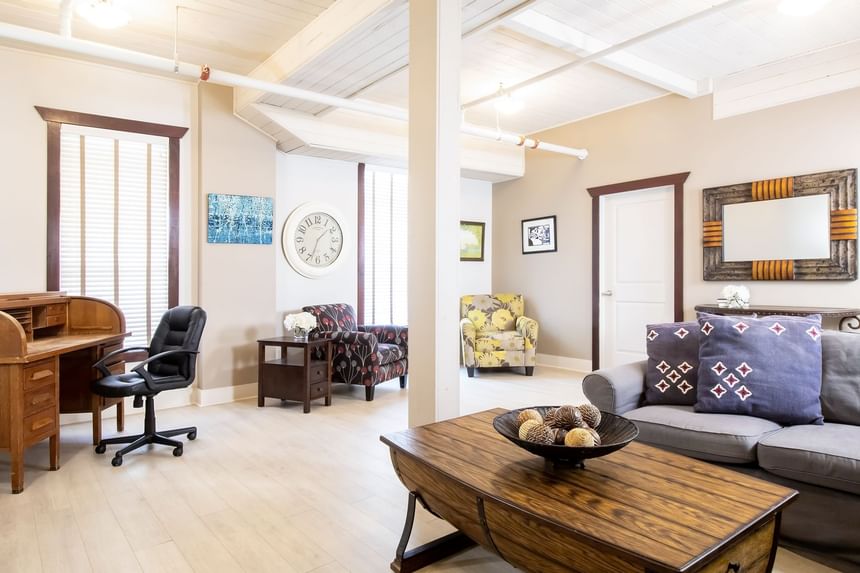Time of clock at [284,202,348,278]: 1:33
